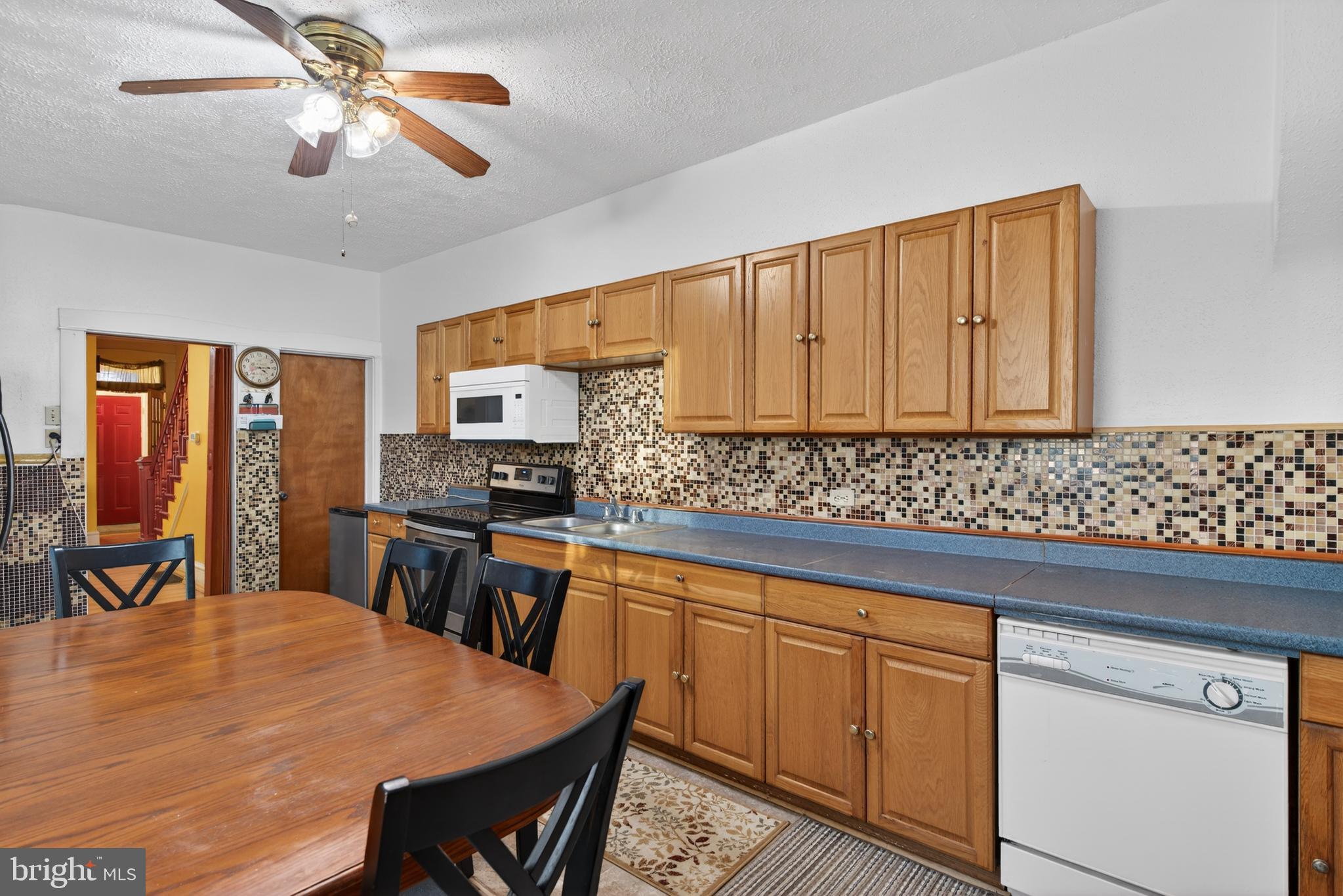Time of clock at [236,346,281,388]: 4:15
